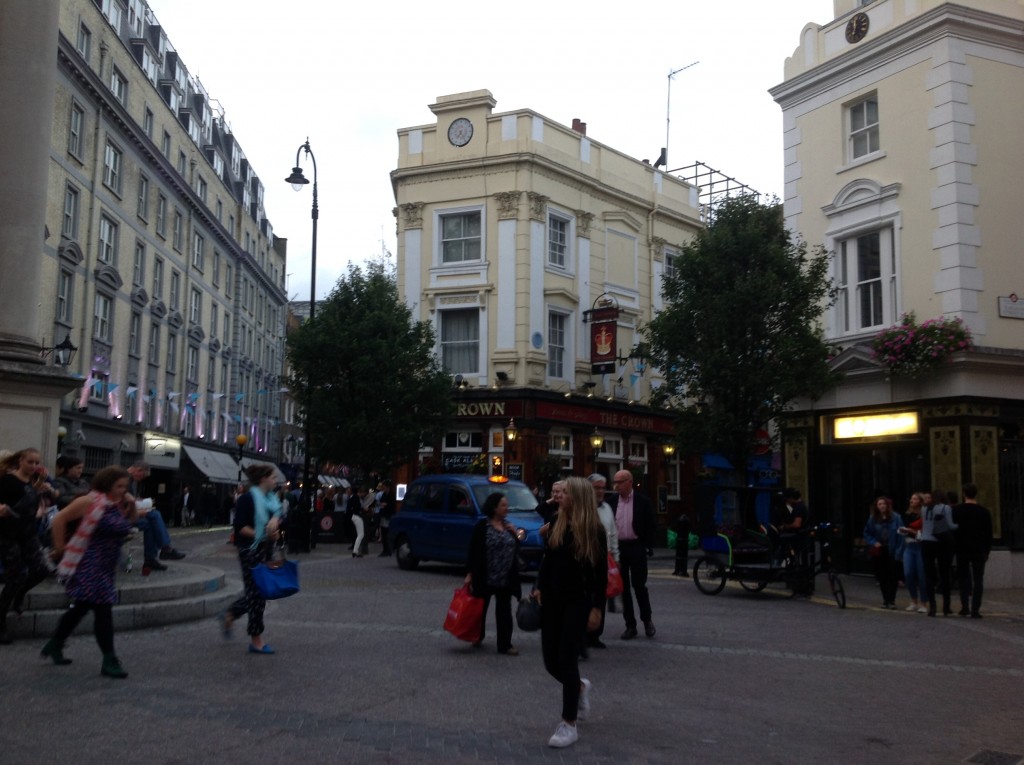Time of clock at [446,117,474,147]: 7:24
